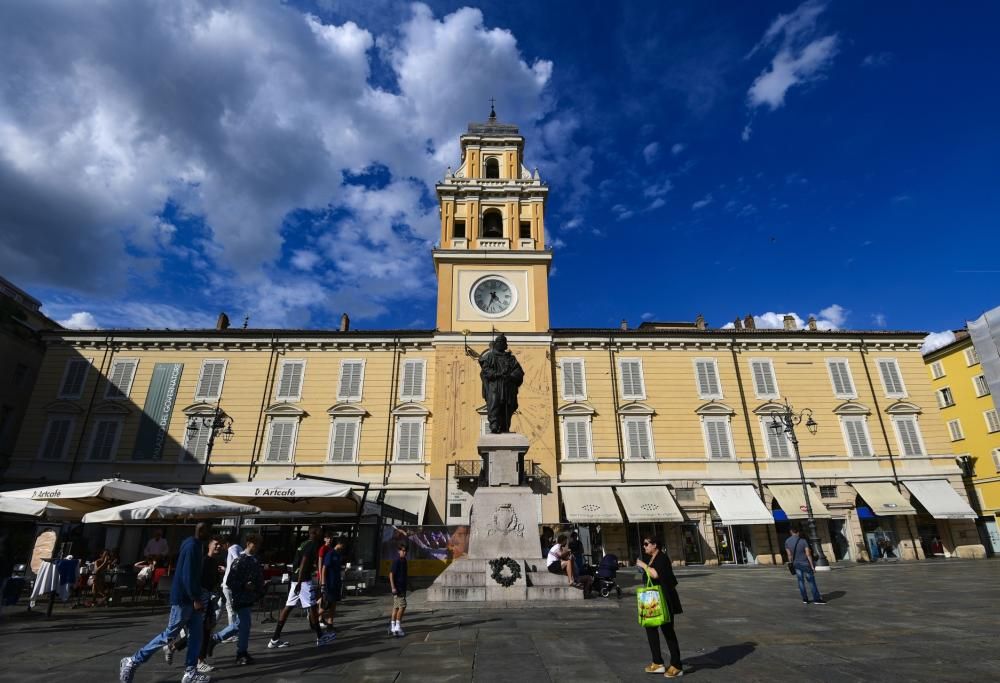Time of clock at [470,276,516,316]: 12:33
